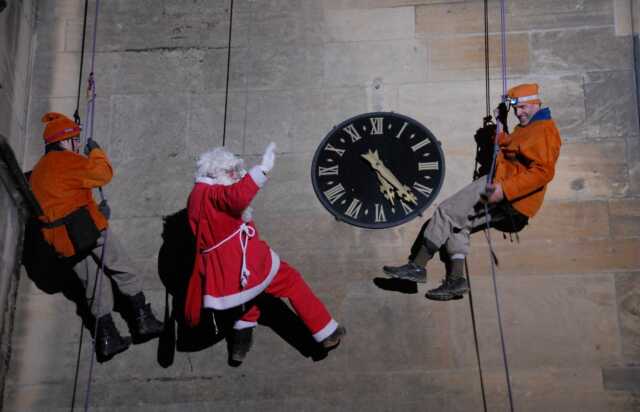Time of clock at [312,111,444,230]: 5:23
